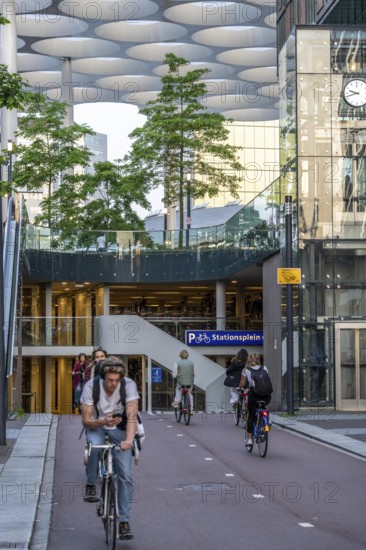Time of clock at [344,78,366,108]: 9:42
